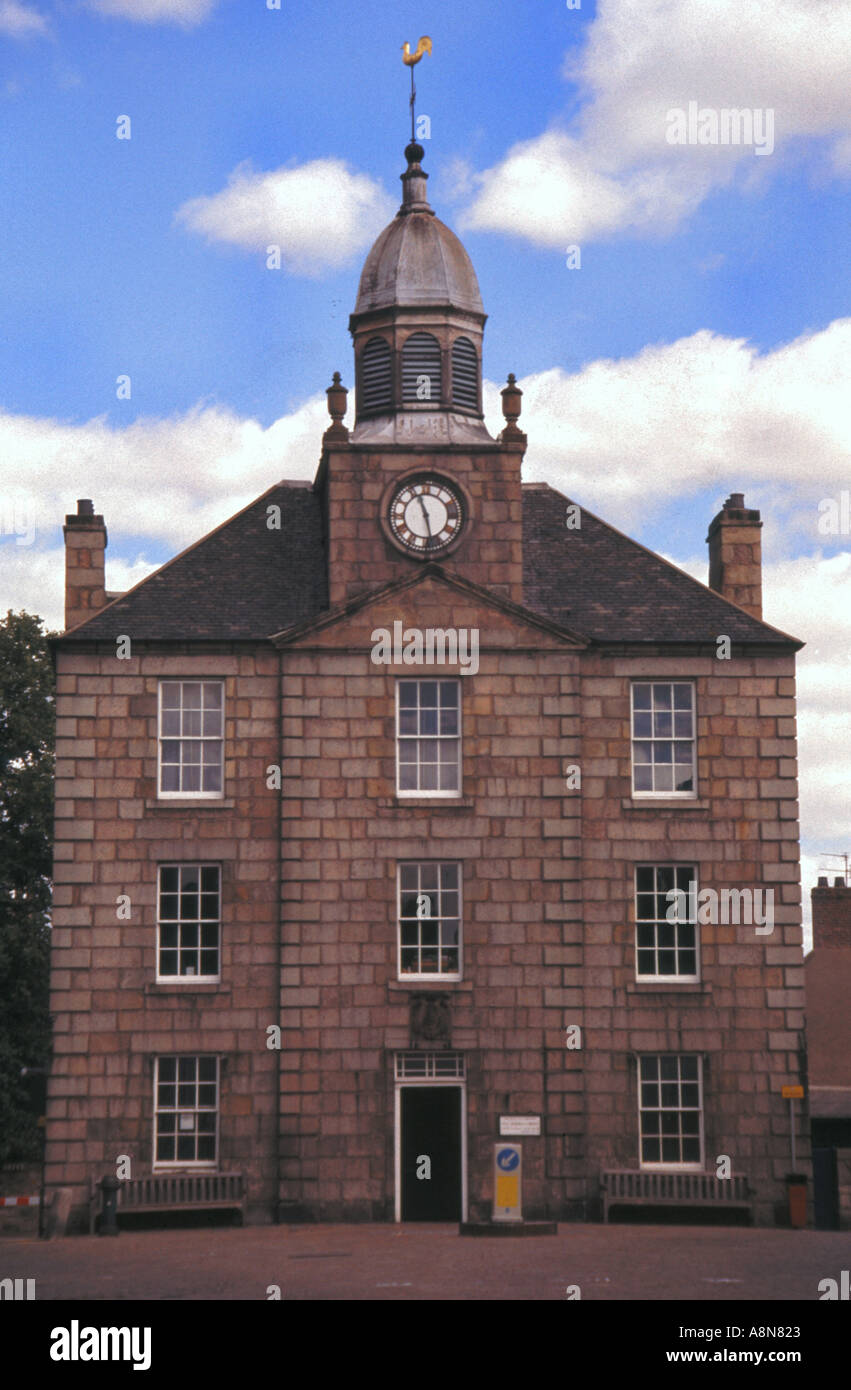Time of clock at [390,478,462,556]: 11:28
